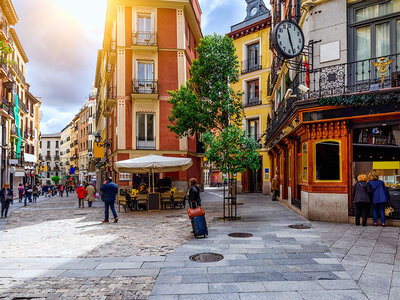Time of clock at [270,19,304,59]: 11:26
